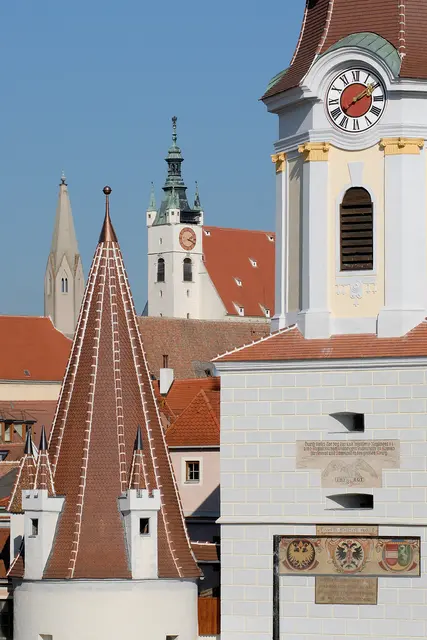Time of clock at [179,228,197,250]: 2:18
